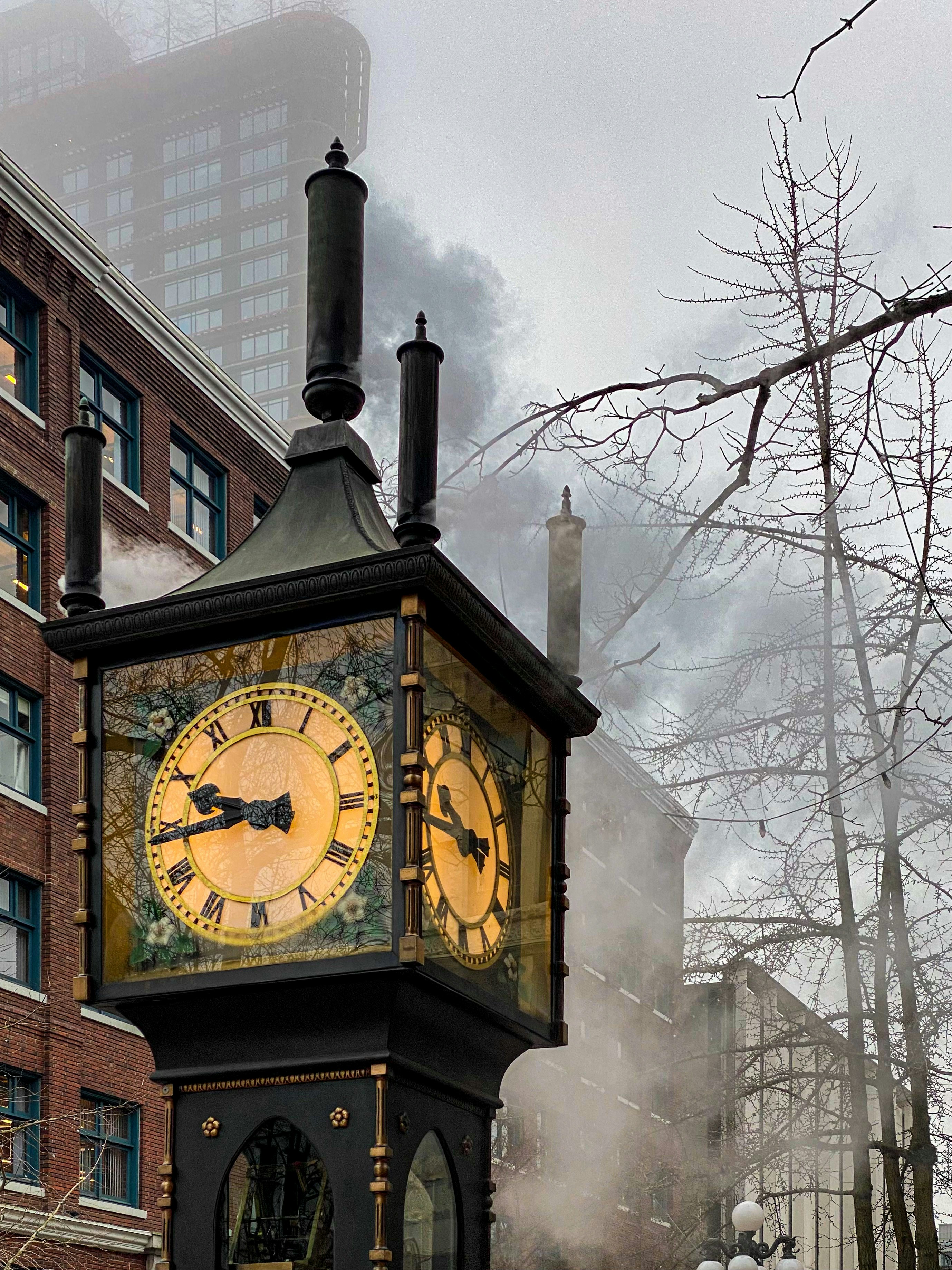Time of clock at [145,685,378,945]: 9:44
